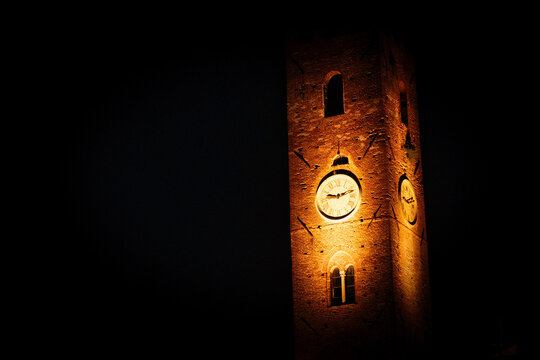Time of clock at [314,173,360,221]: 9:12
